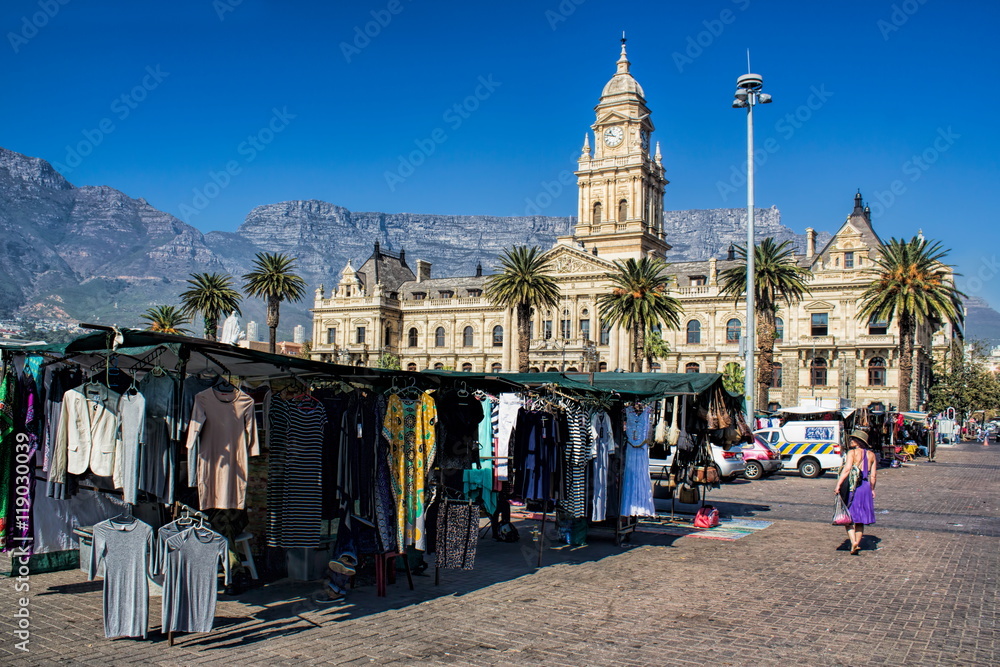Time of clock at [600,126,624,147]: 10:47
